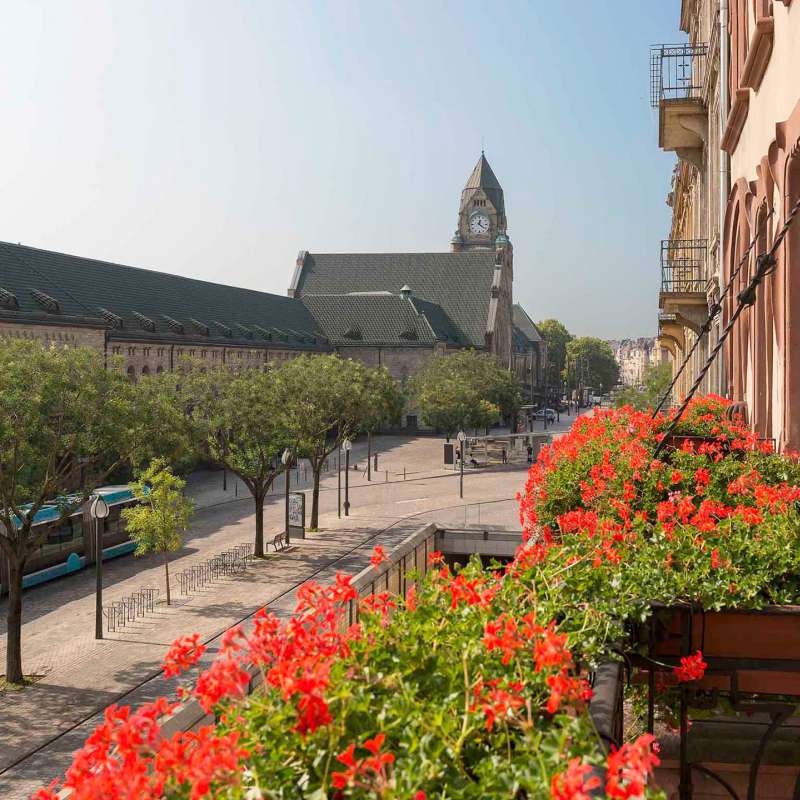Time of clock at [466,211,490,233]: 12:21
